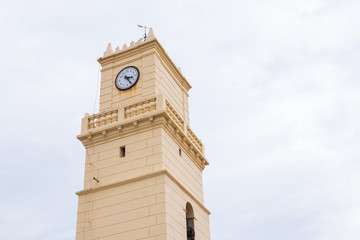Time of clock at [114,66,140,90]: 3:24
